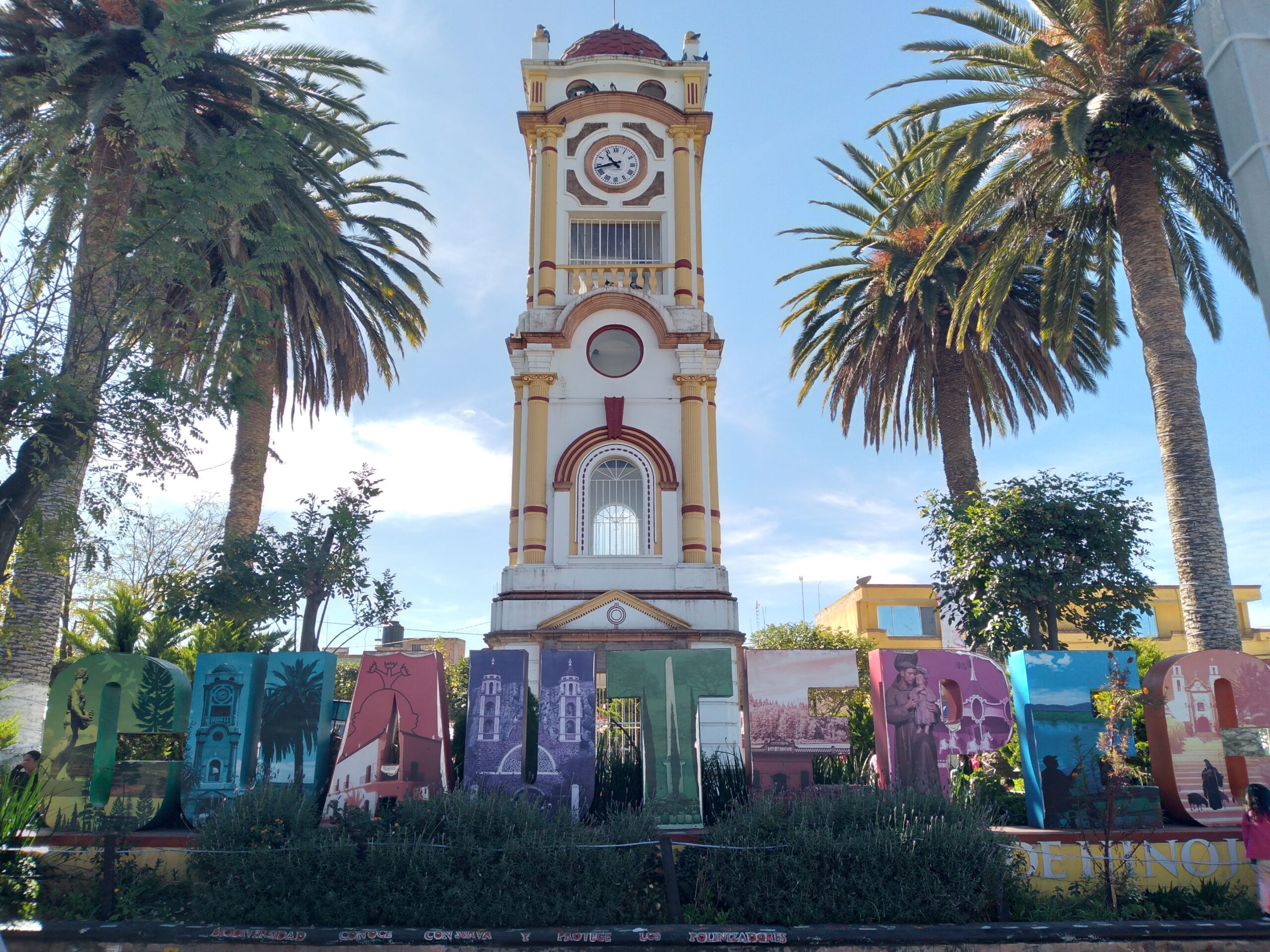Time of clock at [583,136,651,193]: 10:42
